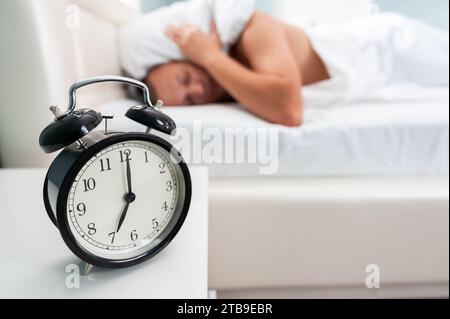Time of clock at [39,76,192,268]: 7:00
